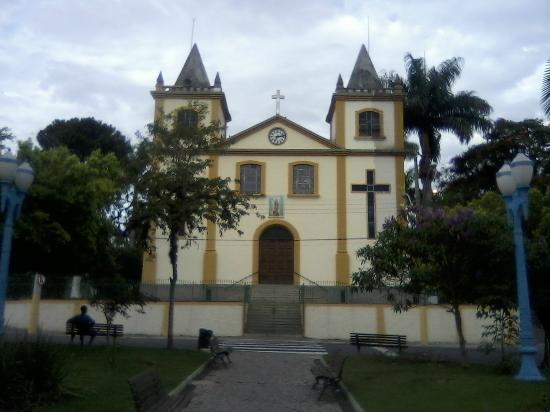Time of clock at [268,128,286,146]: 7:12
